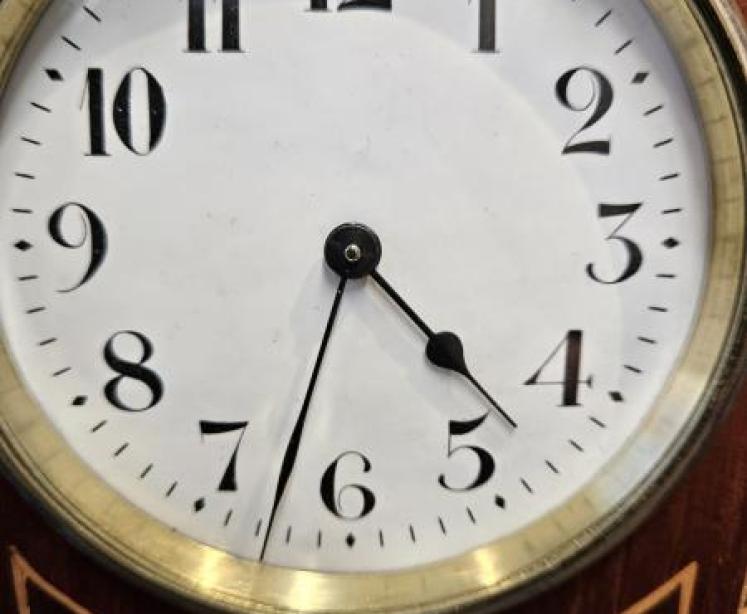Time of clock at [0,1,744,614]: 4:32
